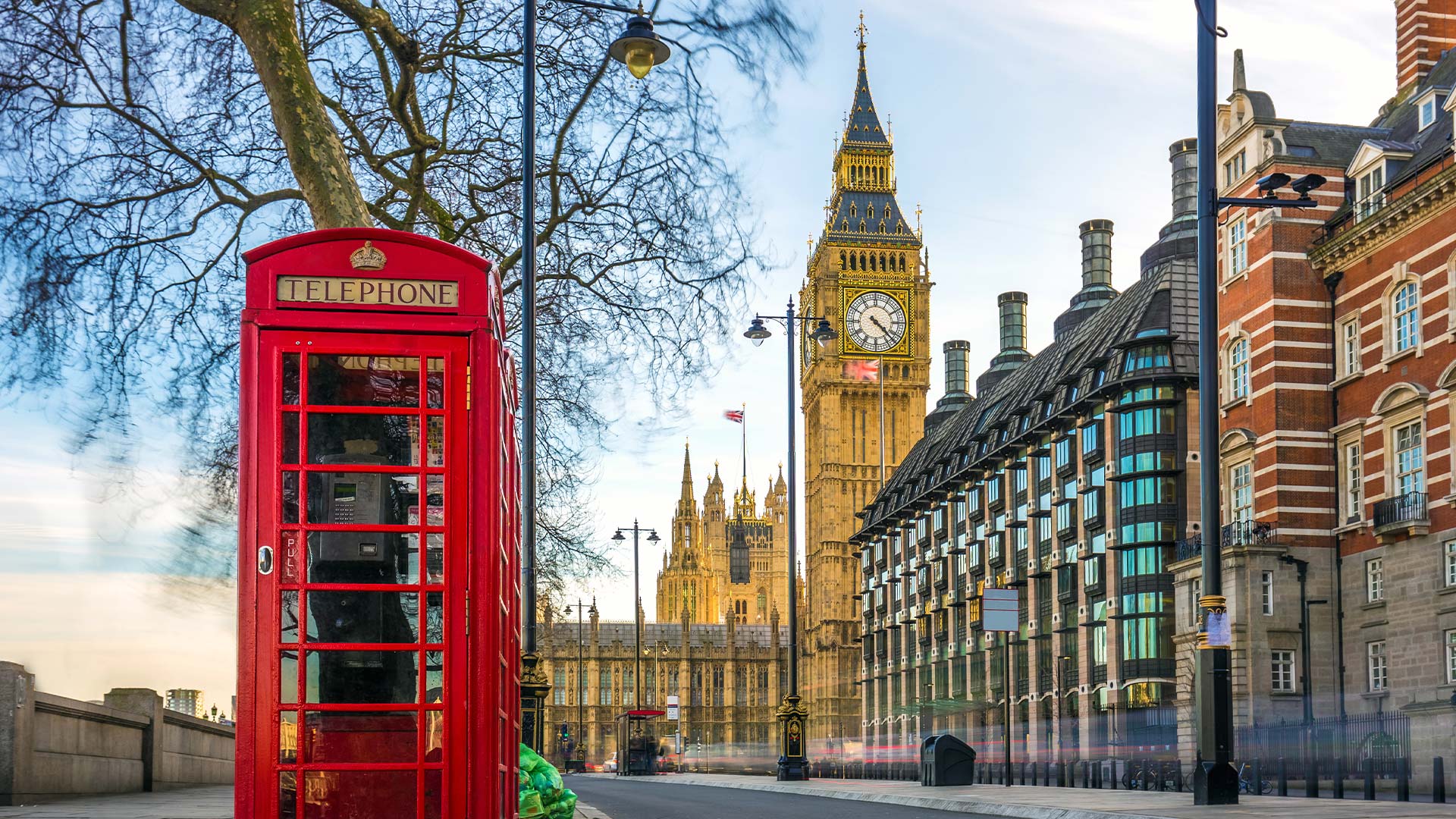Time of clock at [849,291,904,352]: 4:22
